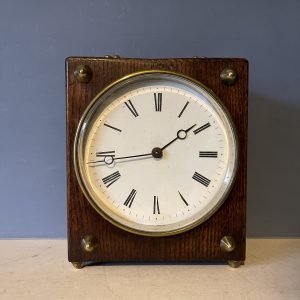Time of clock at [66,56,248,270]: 1:43
